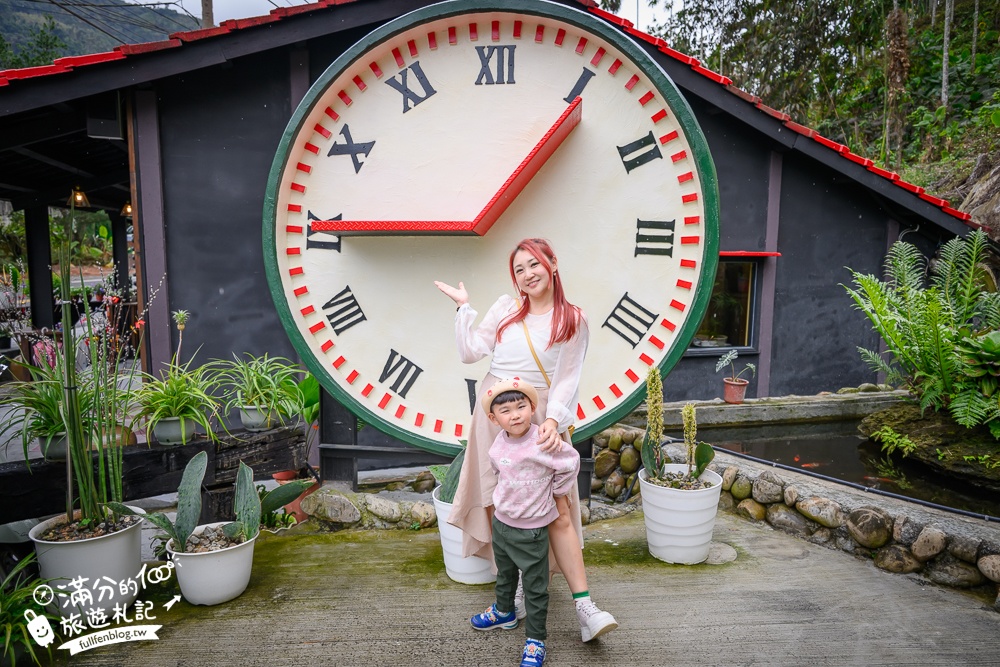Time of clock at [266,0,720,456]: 4:45
